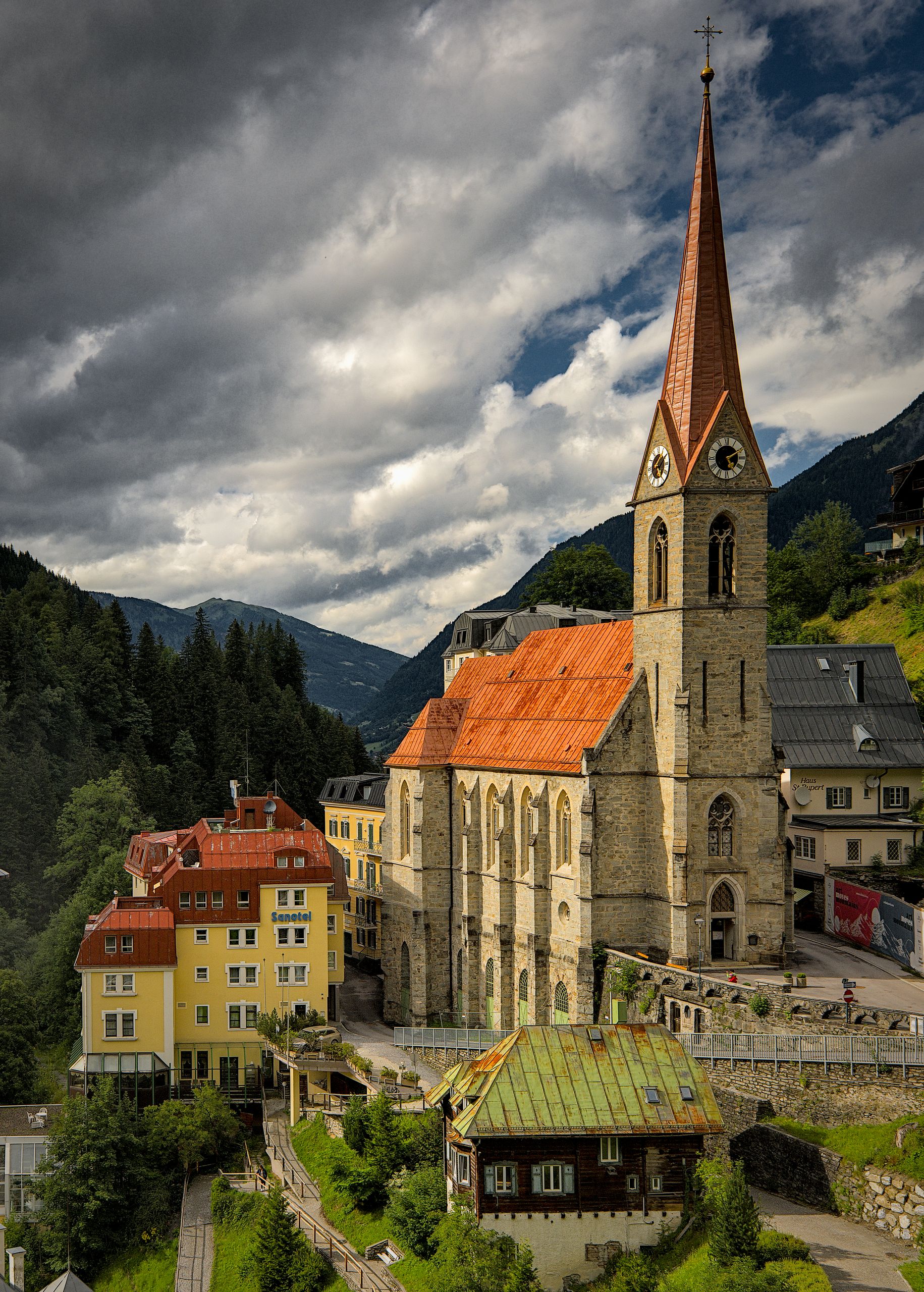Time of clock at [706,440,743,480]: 5:10
